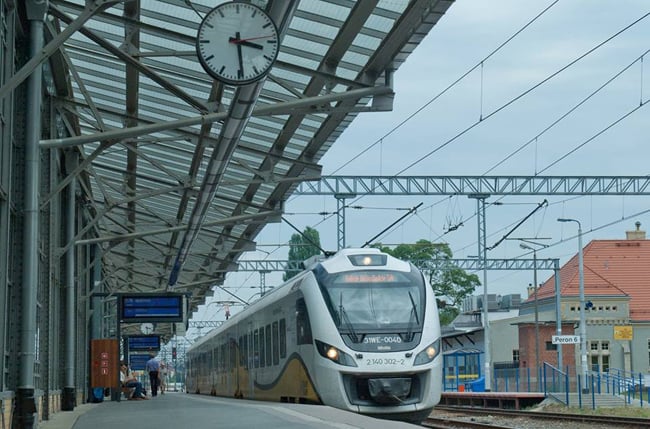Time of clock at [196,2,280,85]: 3:29
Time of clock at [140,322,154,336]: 3:29
